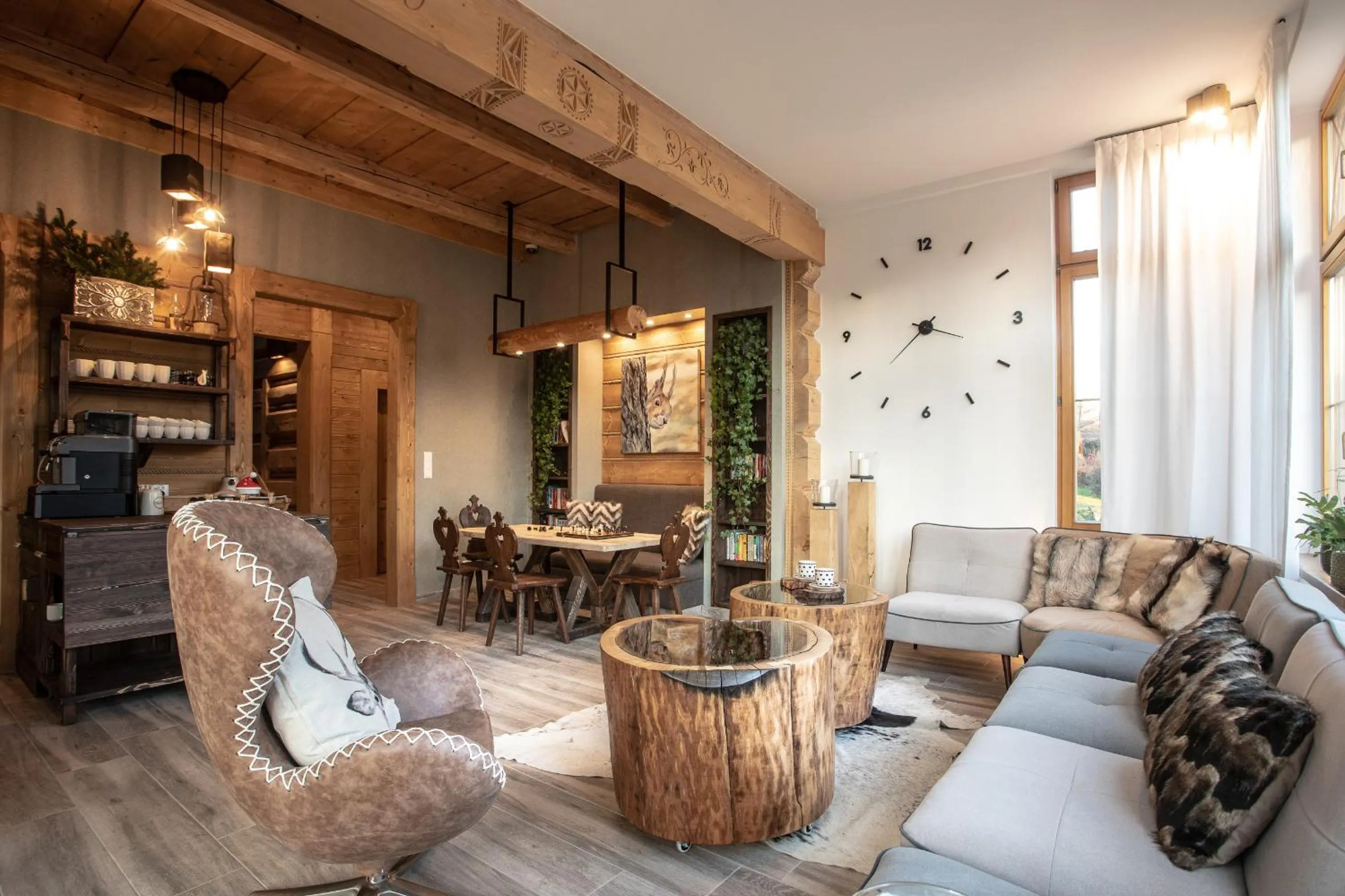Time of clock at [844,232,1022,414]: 3:38
